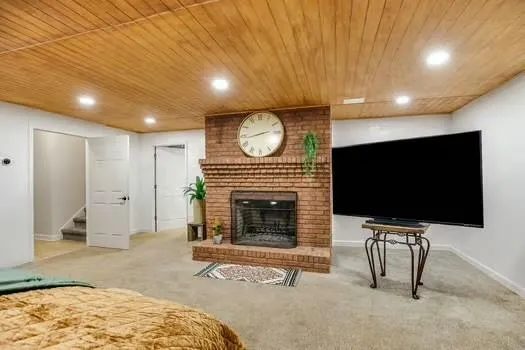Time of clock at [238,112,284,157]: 2:43
